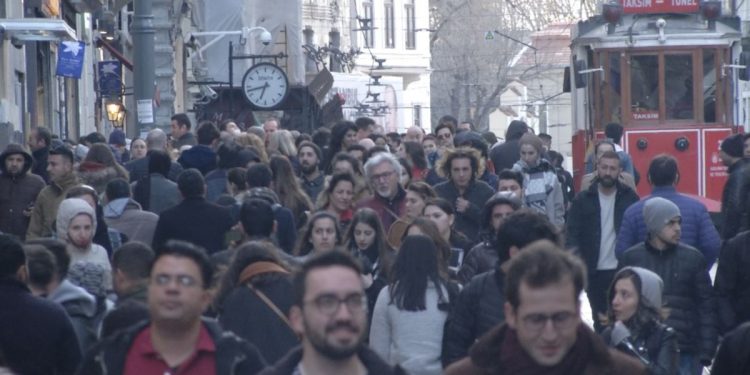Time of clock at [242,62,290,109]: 6:42
